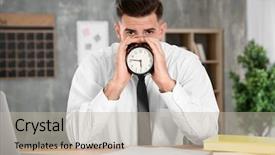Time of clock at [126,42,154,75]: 5:46
